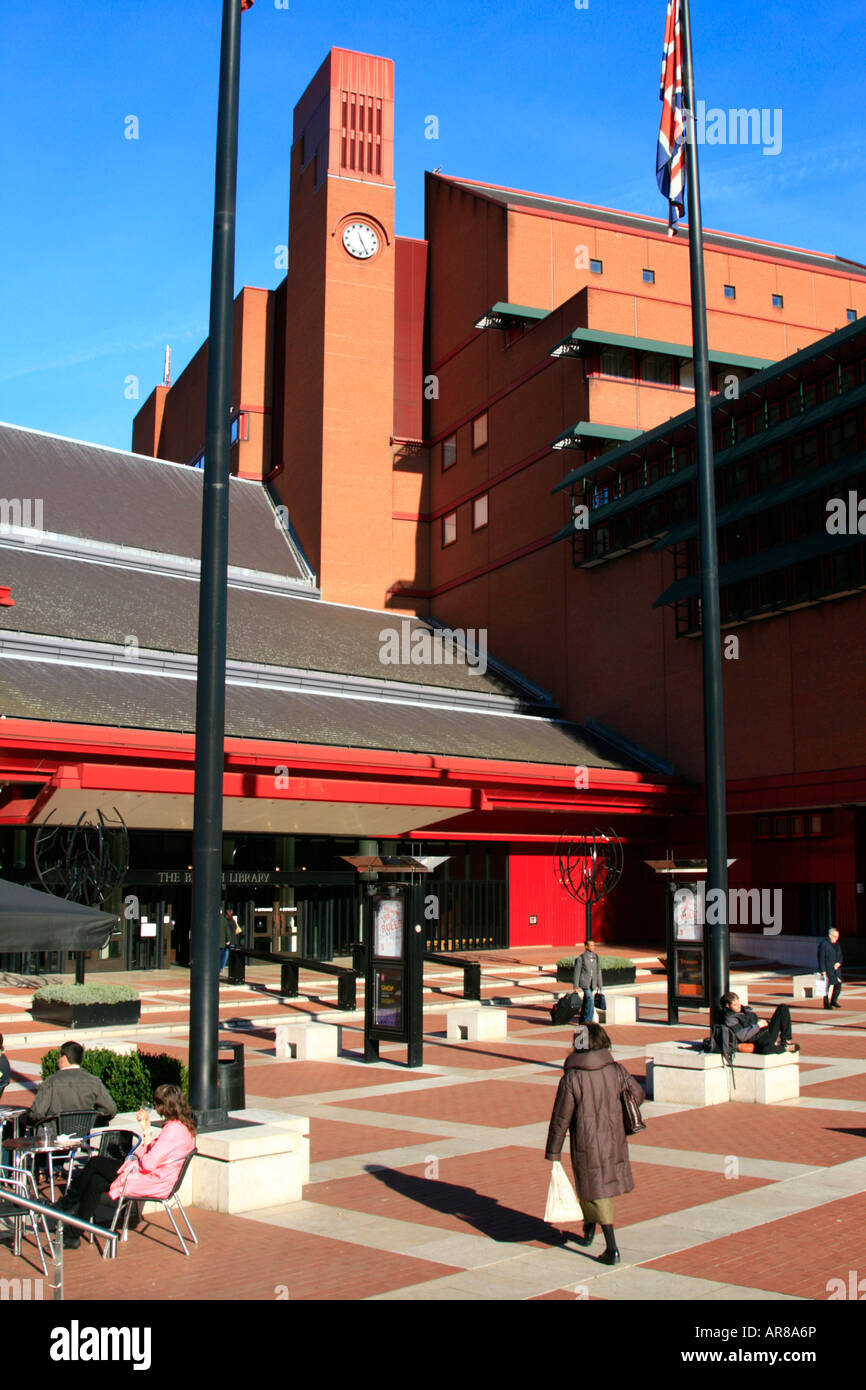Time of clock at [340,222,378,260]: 11:25
